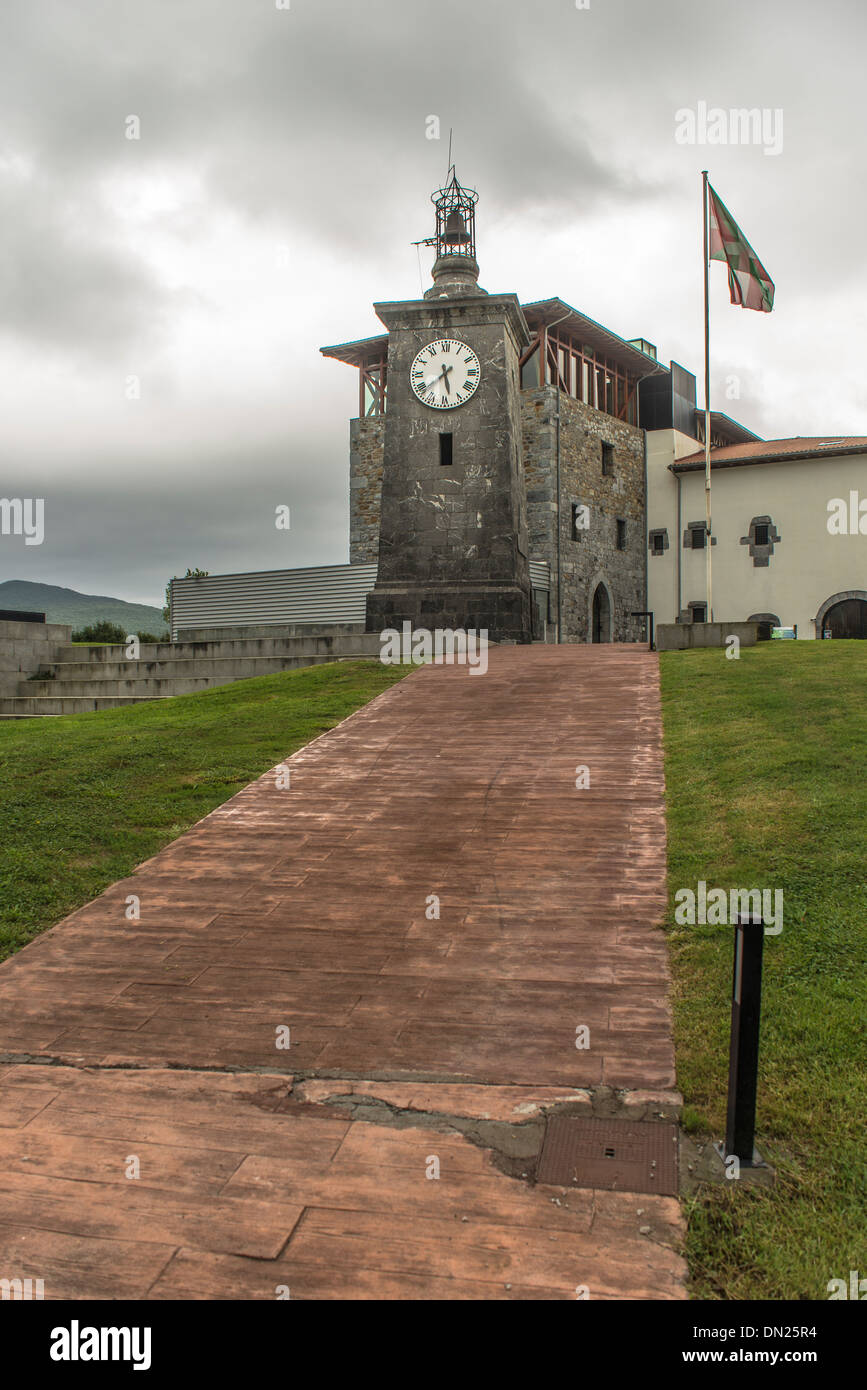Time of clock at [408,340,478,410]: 5:38
